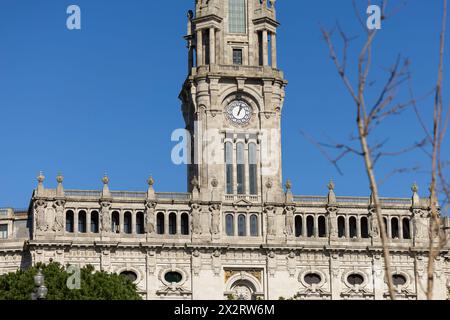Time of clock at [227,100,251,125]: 1:02
